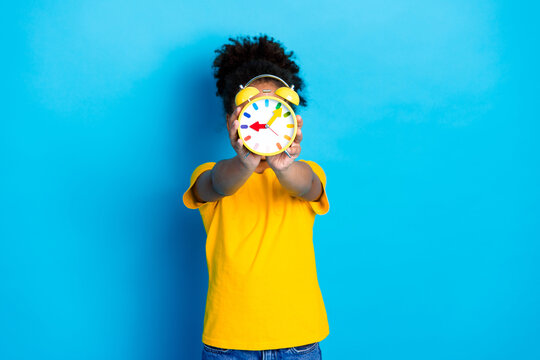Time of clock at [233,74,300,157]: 9:06
